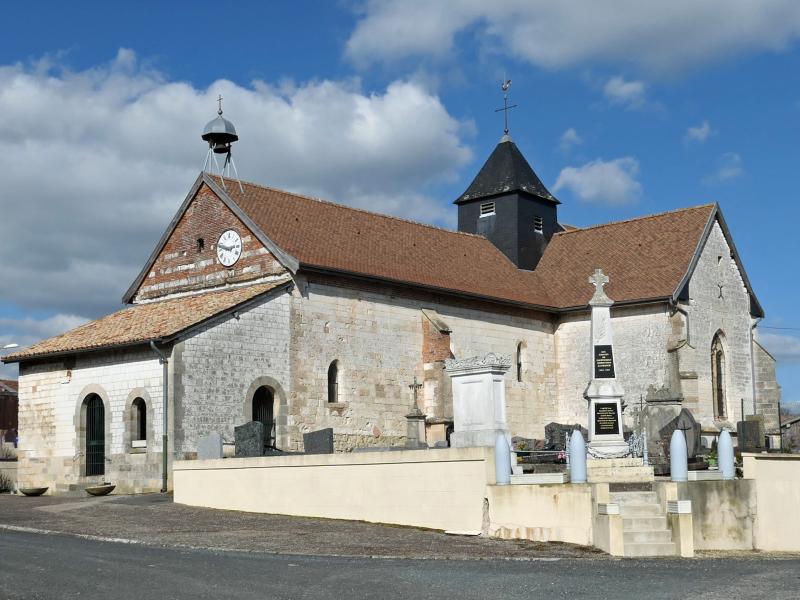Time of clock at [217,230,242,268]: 2:48
